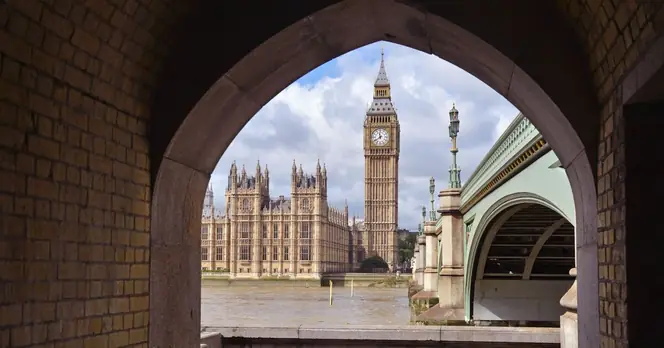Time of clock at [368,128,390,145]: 11:39
